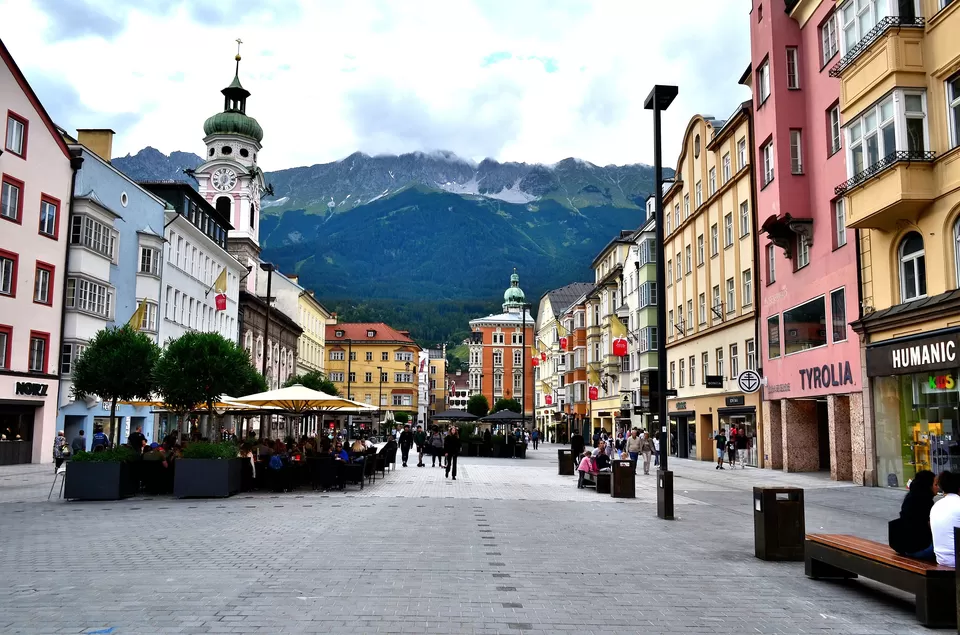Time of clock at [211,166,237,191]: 7:00
